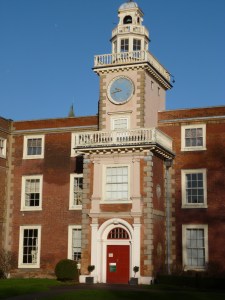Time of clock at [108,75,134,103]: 9:42
